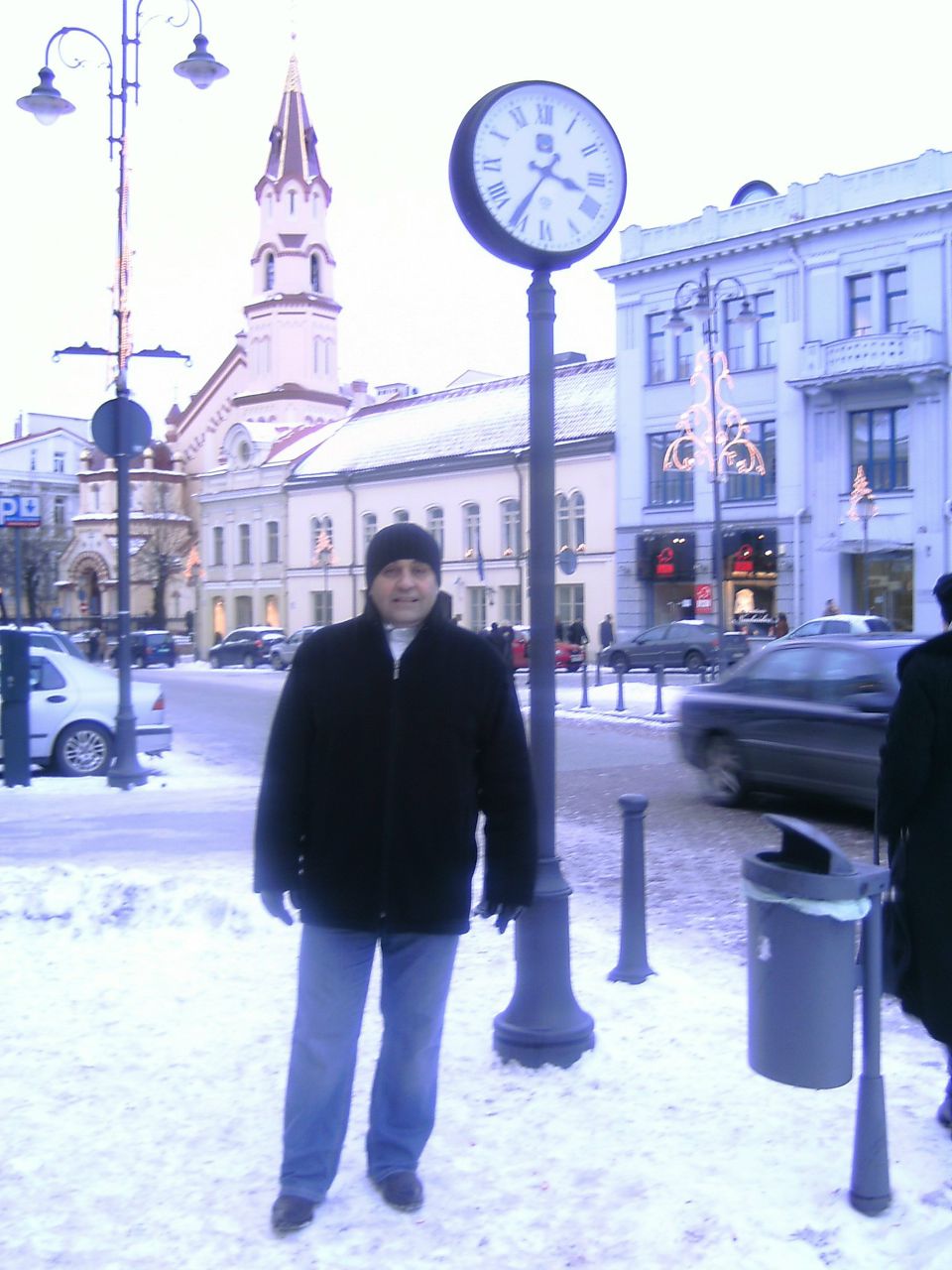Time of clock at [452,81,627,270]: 3:35
